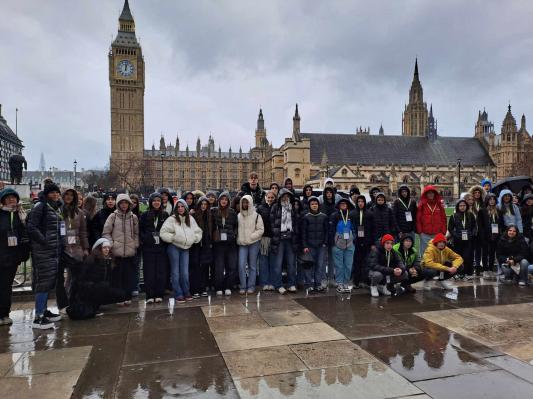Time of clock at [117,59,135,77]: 12:02
